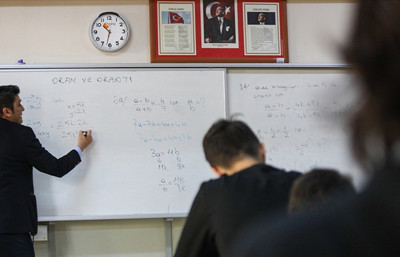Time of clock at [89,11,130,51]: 10:32
